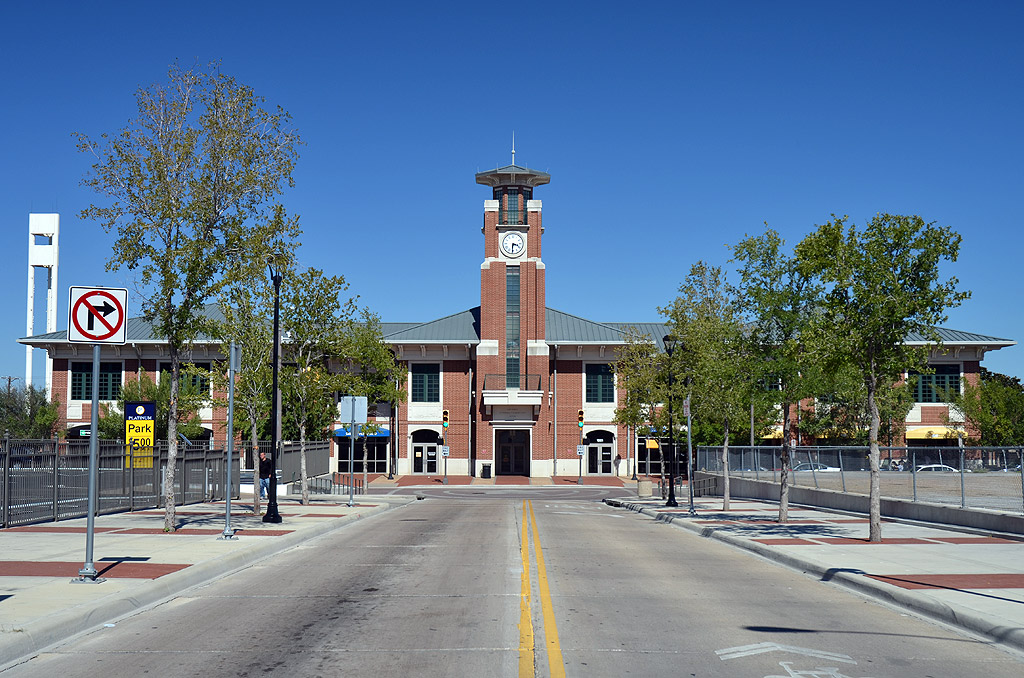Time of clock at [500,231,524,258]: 3:30
